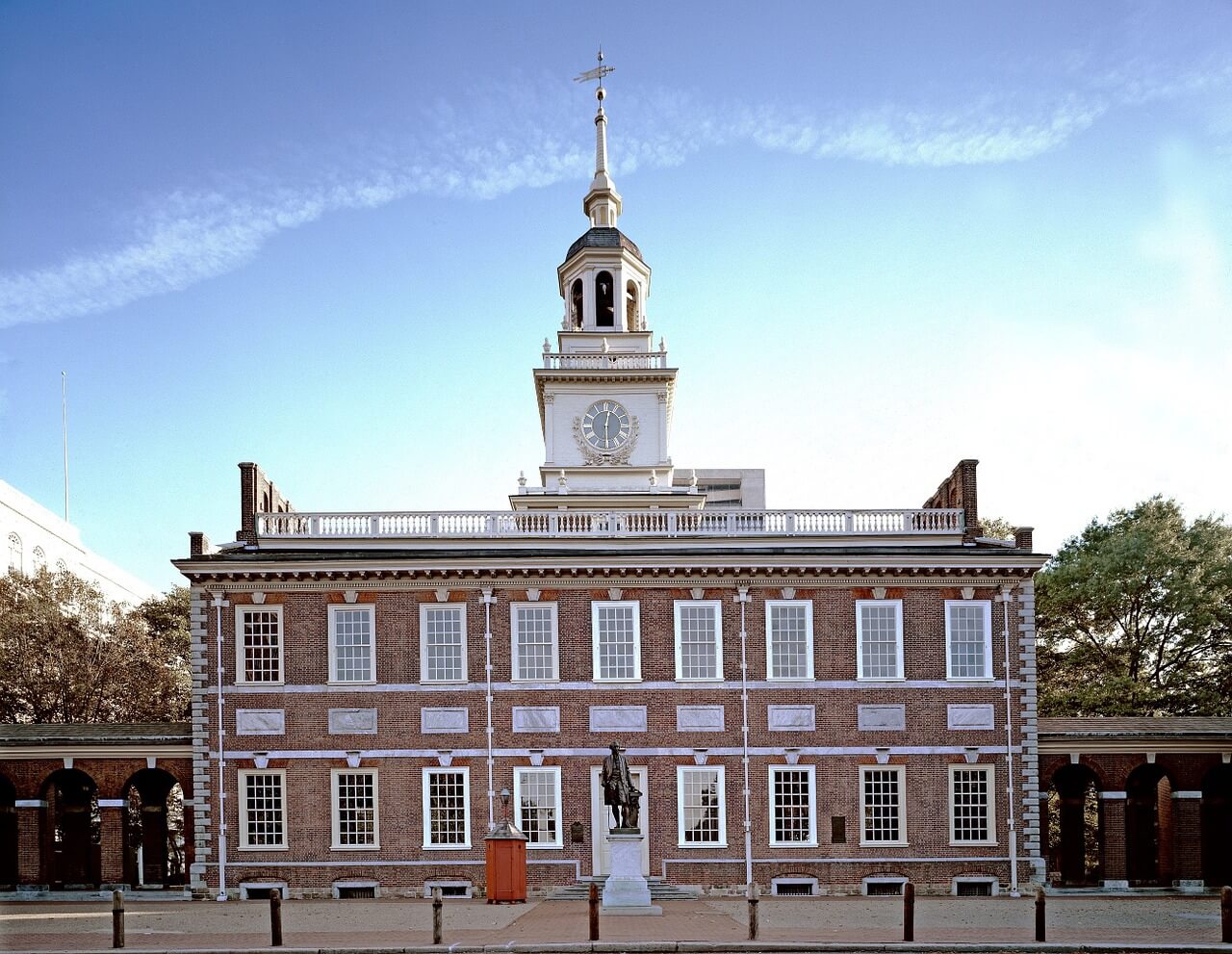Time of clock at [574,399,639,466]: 12:29
